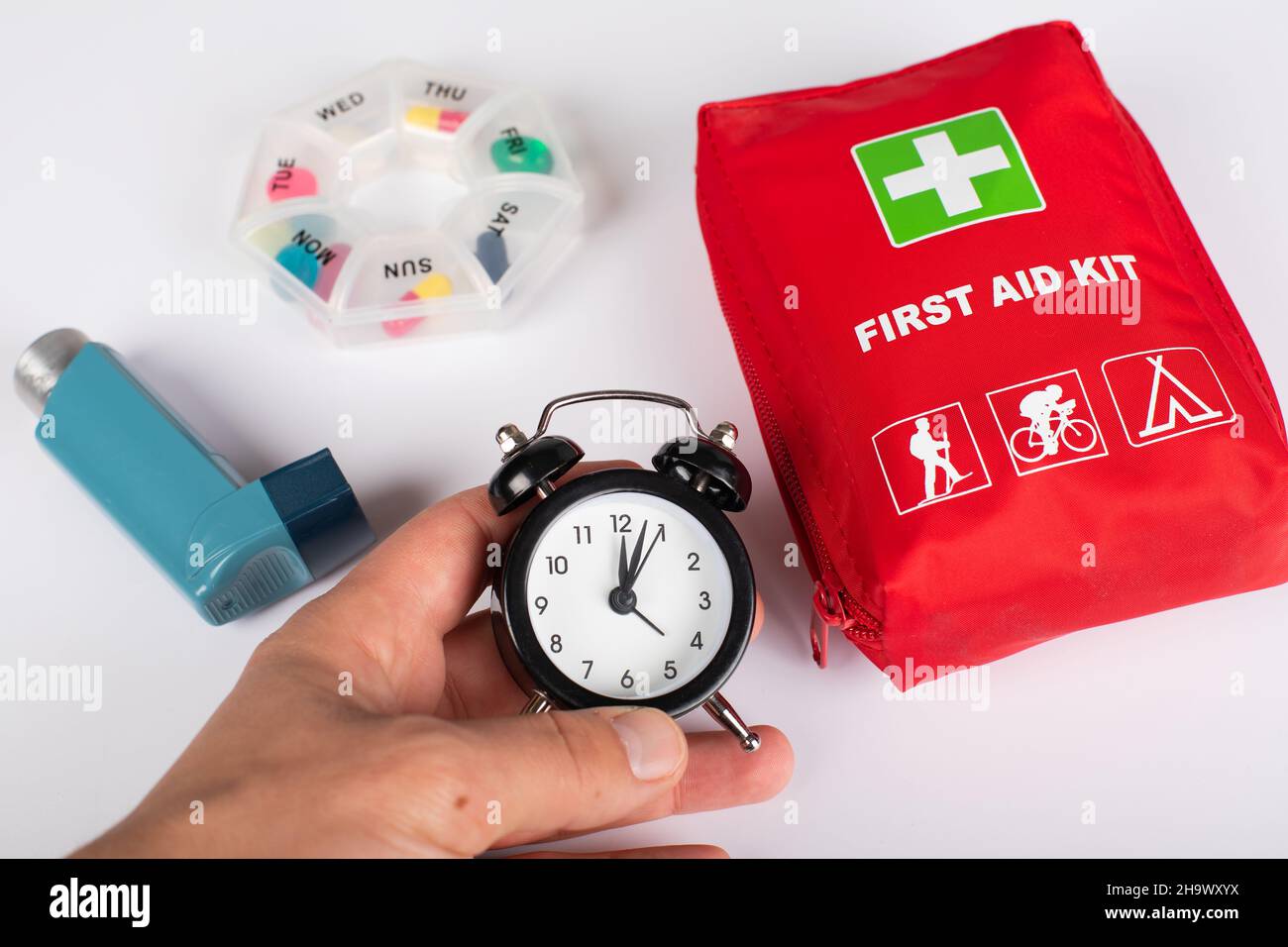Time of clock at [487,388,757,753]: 12:03
